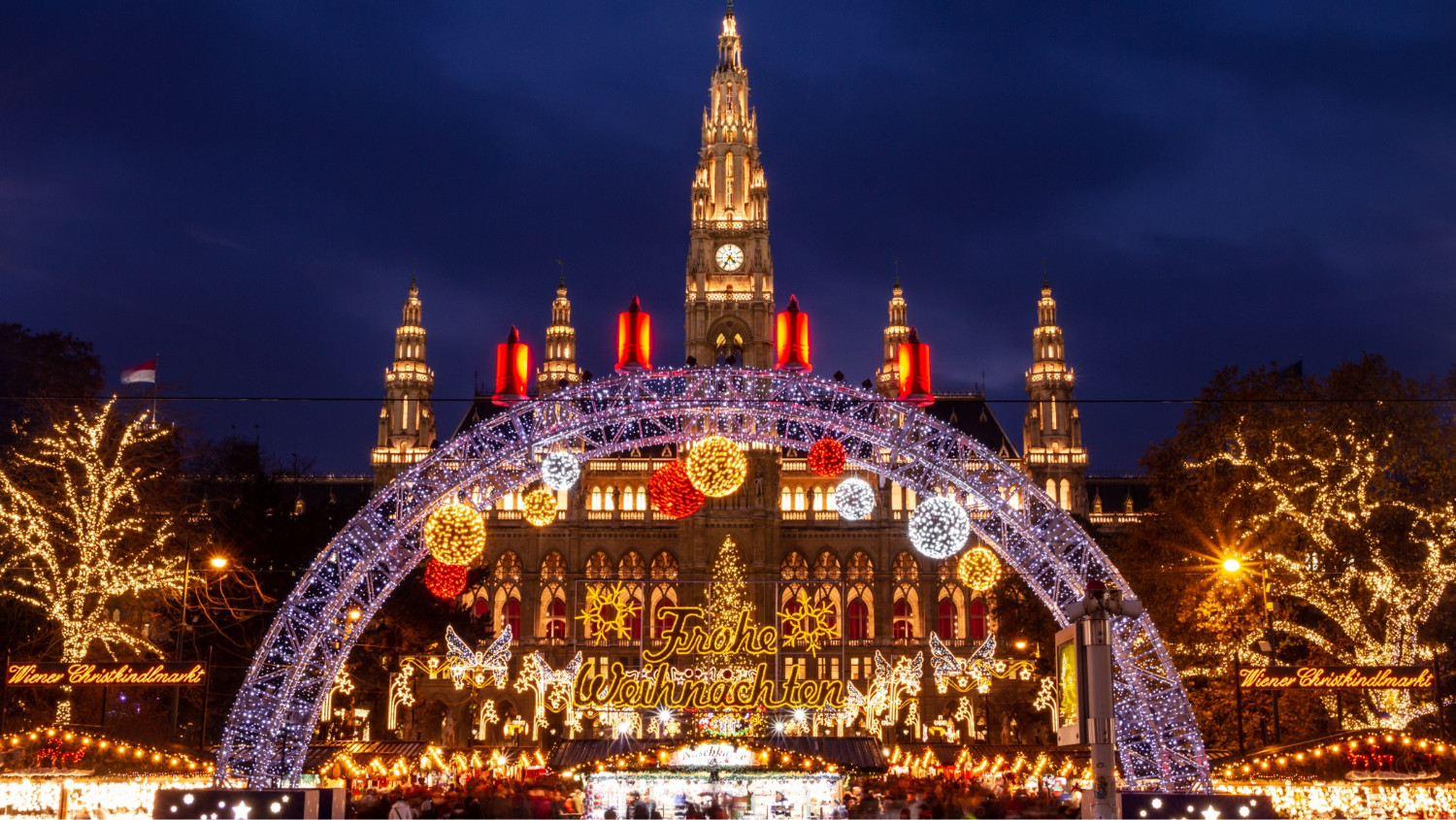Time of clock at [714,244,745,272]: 4:34
